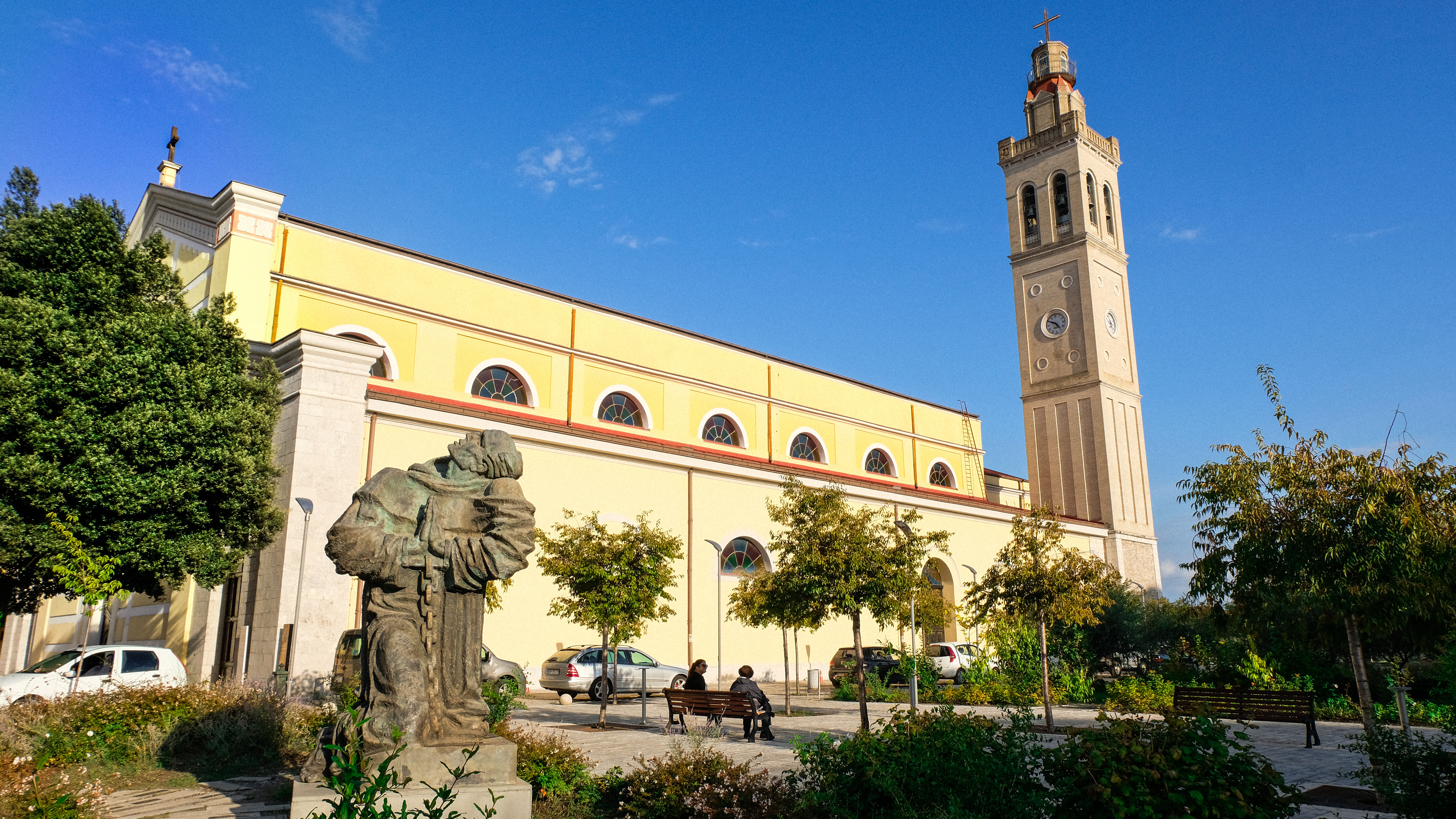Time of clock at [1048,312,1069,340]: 4:50
